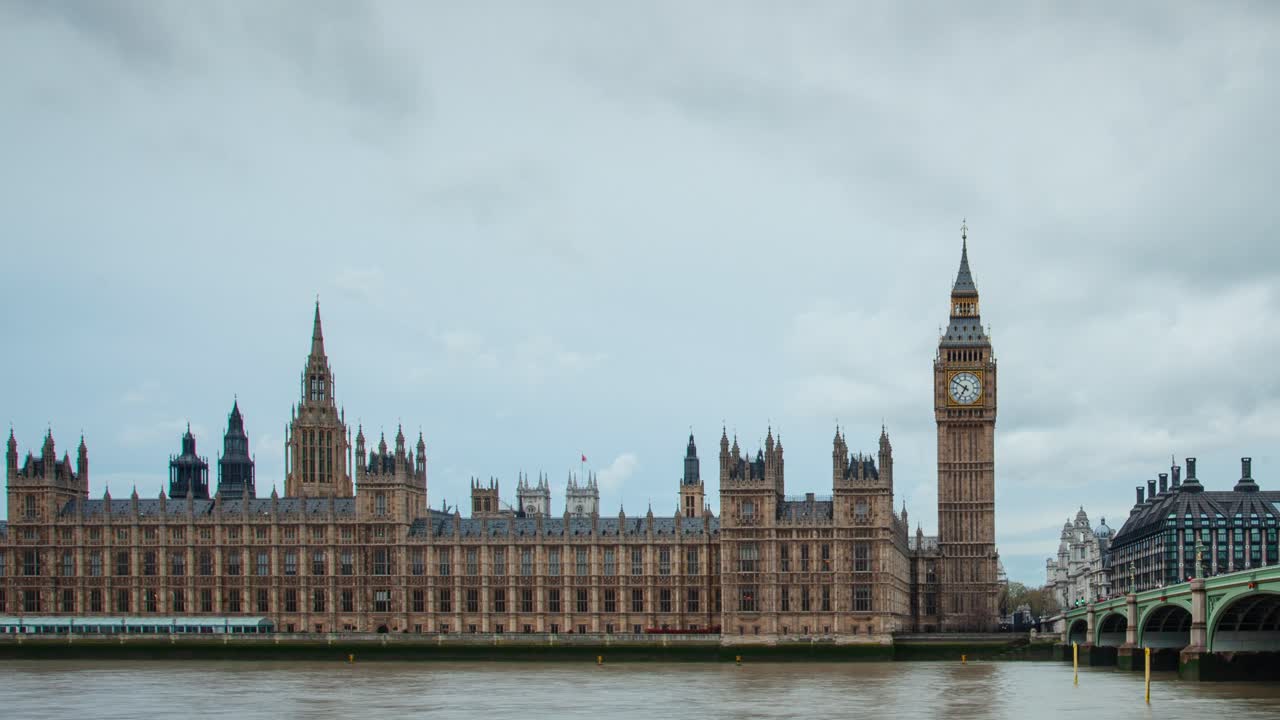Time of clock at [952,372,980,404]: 6:50
